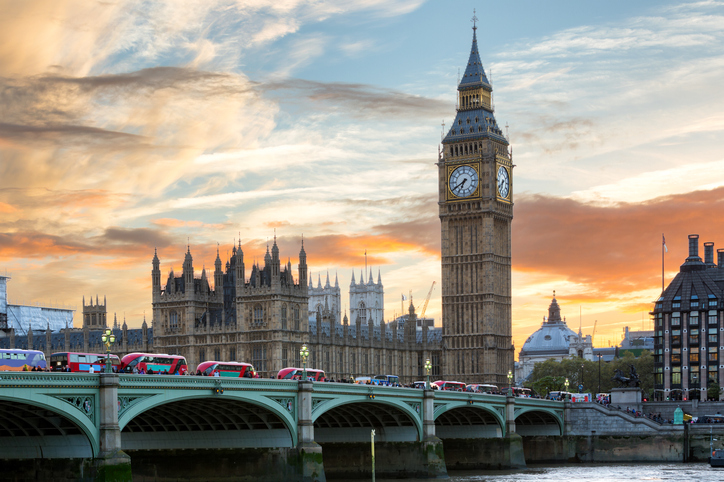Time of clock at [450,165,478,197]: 6:39
